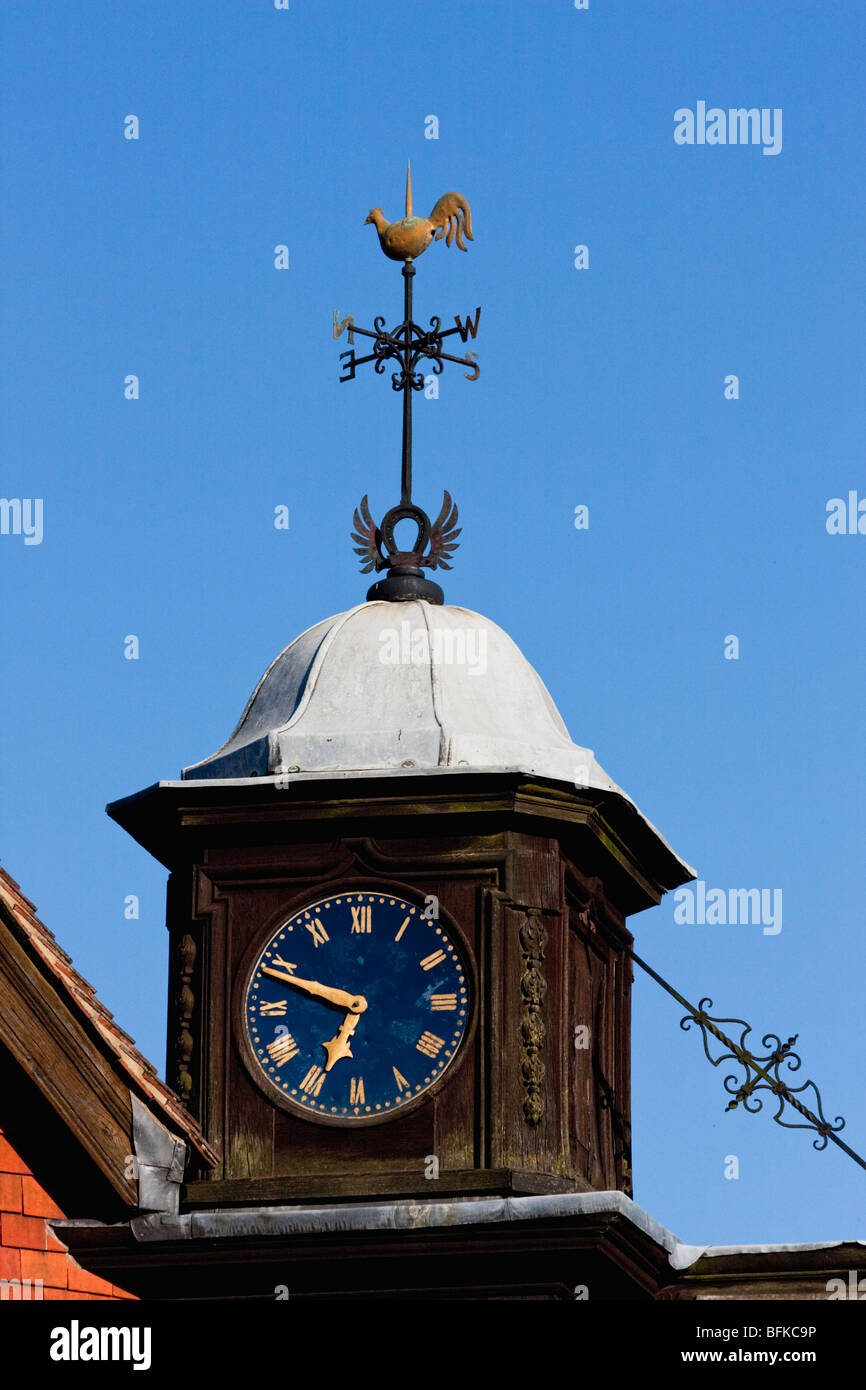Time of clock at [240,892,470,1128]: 6:48
